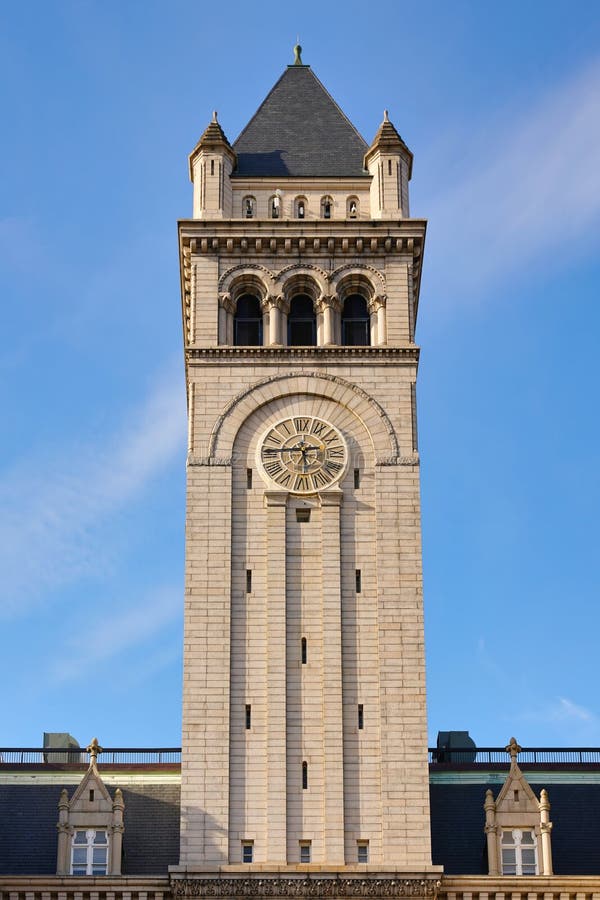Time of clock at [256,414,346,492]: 5:45
